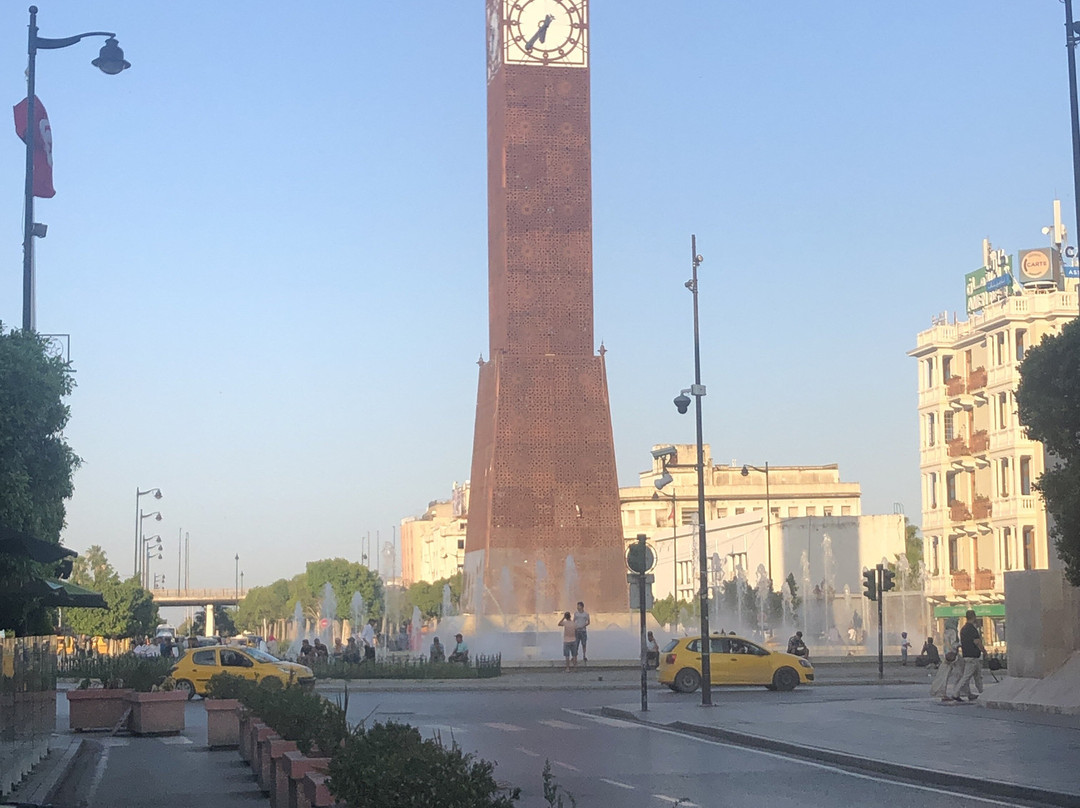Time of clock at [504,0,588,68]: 6:36
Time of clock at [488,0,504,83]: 6:36
